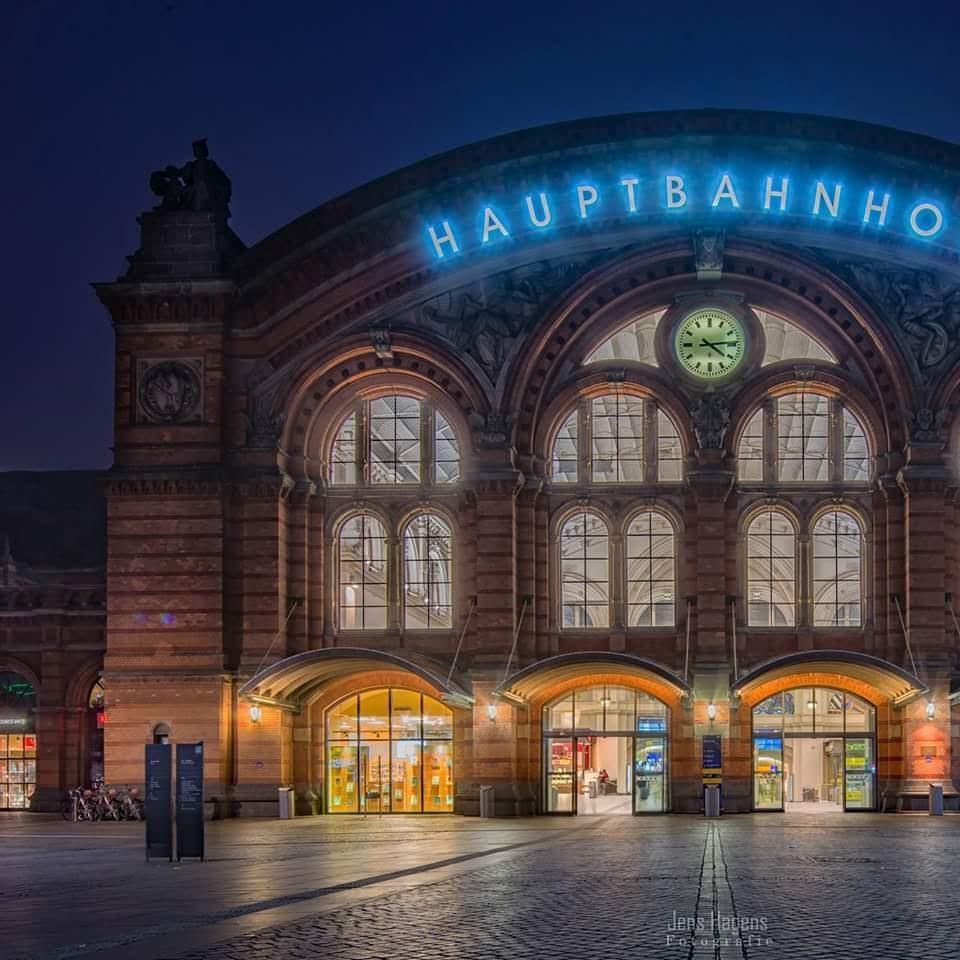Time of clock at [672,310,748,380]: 4:14
